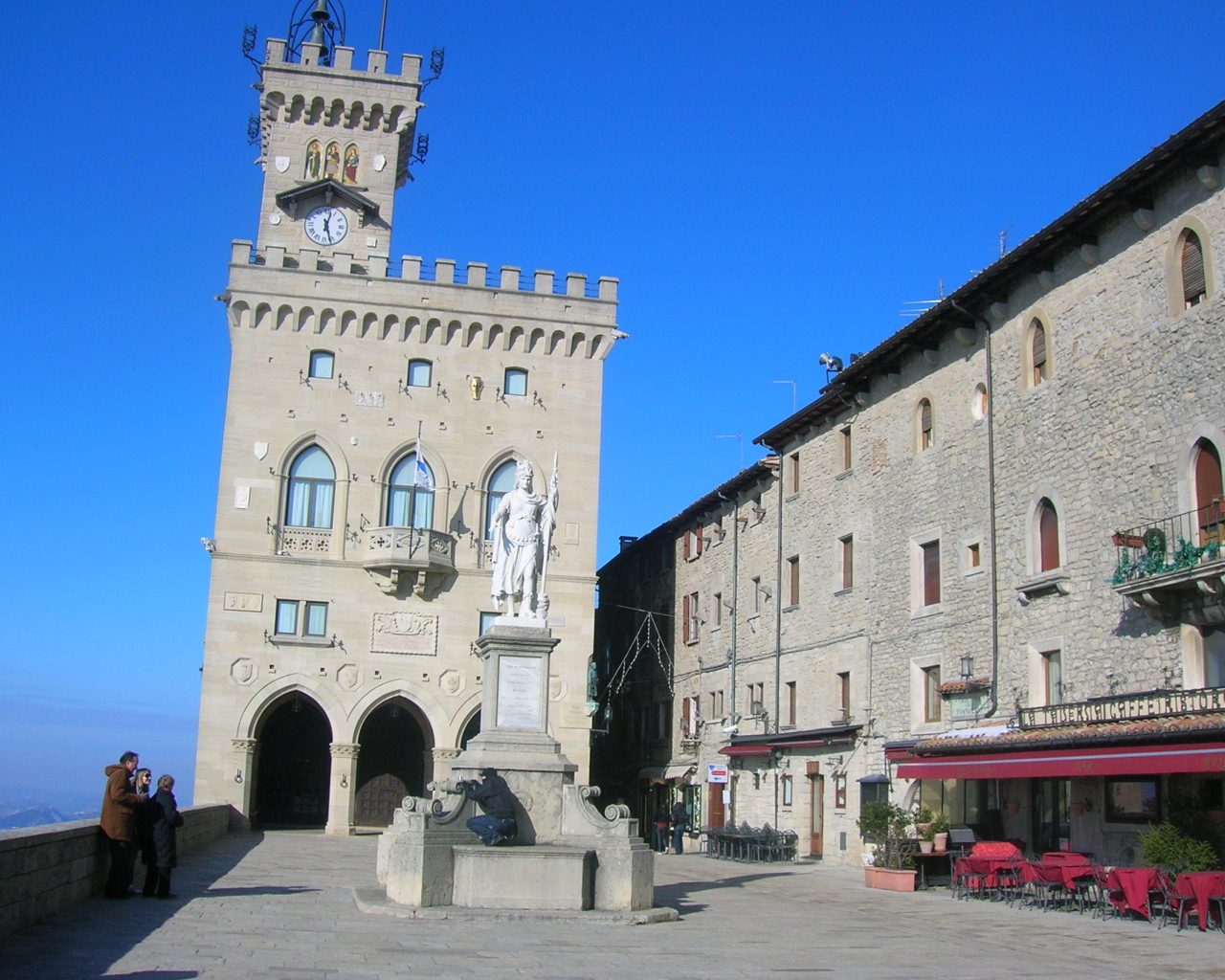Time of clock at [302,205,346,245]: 12:27
